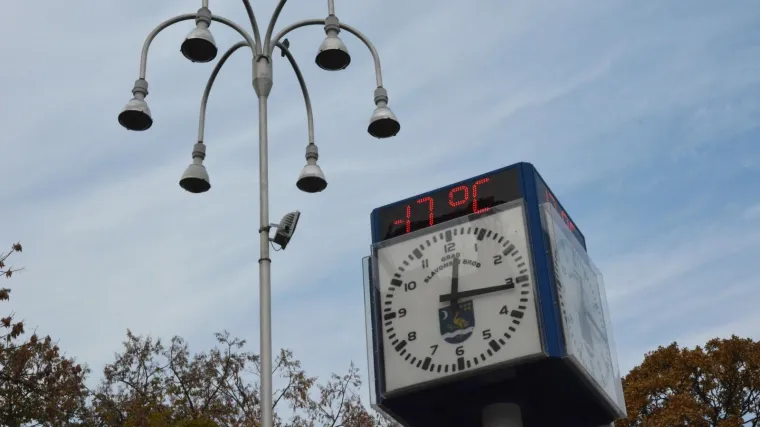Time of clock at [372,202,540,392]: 12:15
